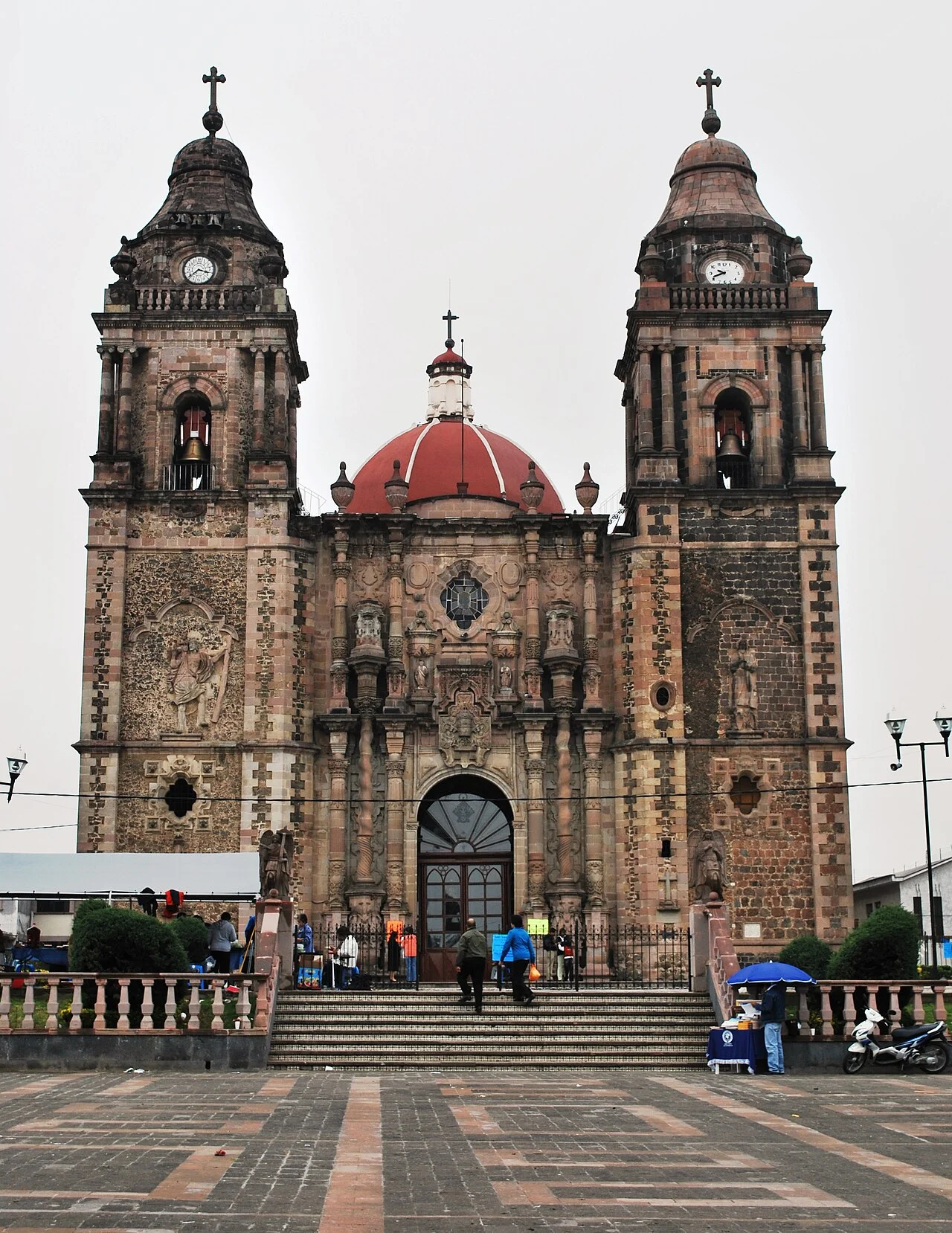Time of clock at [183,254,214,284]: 3:39
